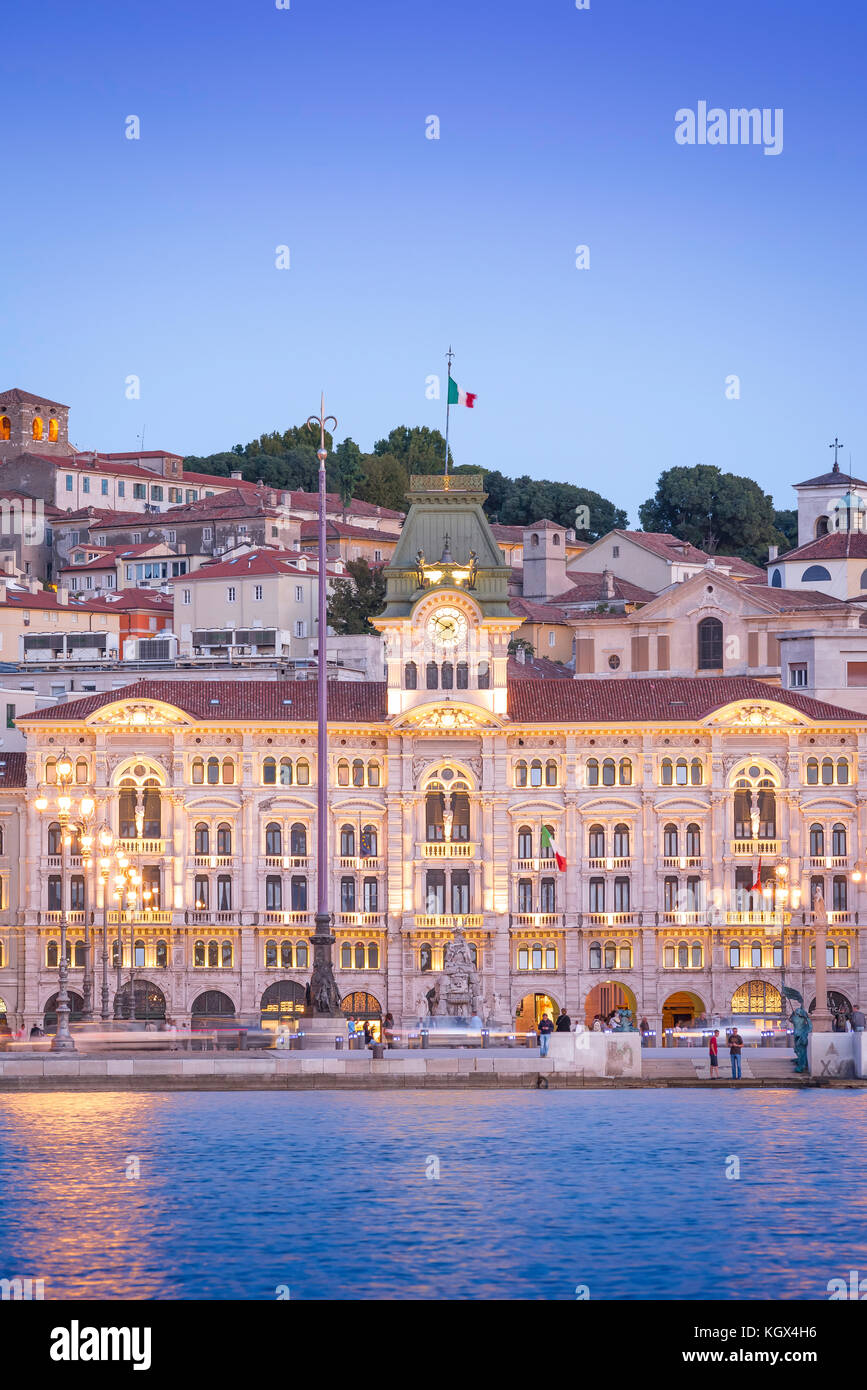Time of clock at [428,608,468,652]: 1:50
